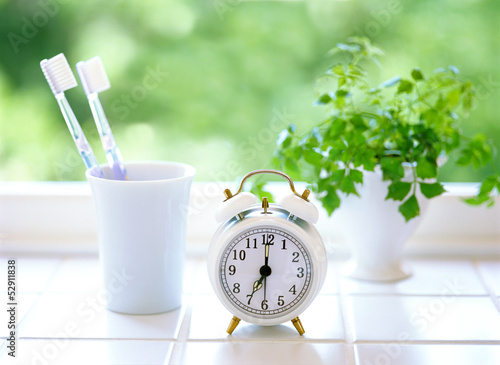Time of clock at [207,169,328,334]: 7:00
